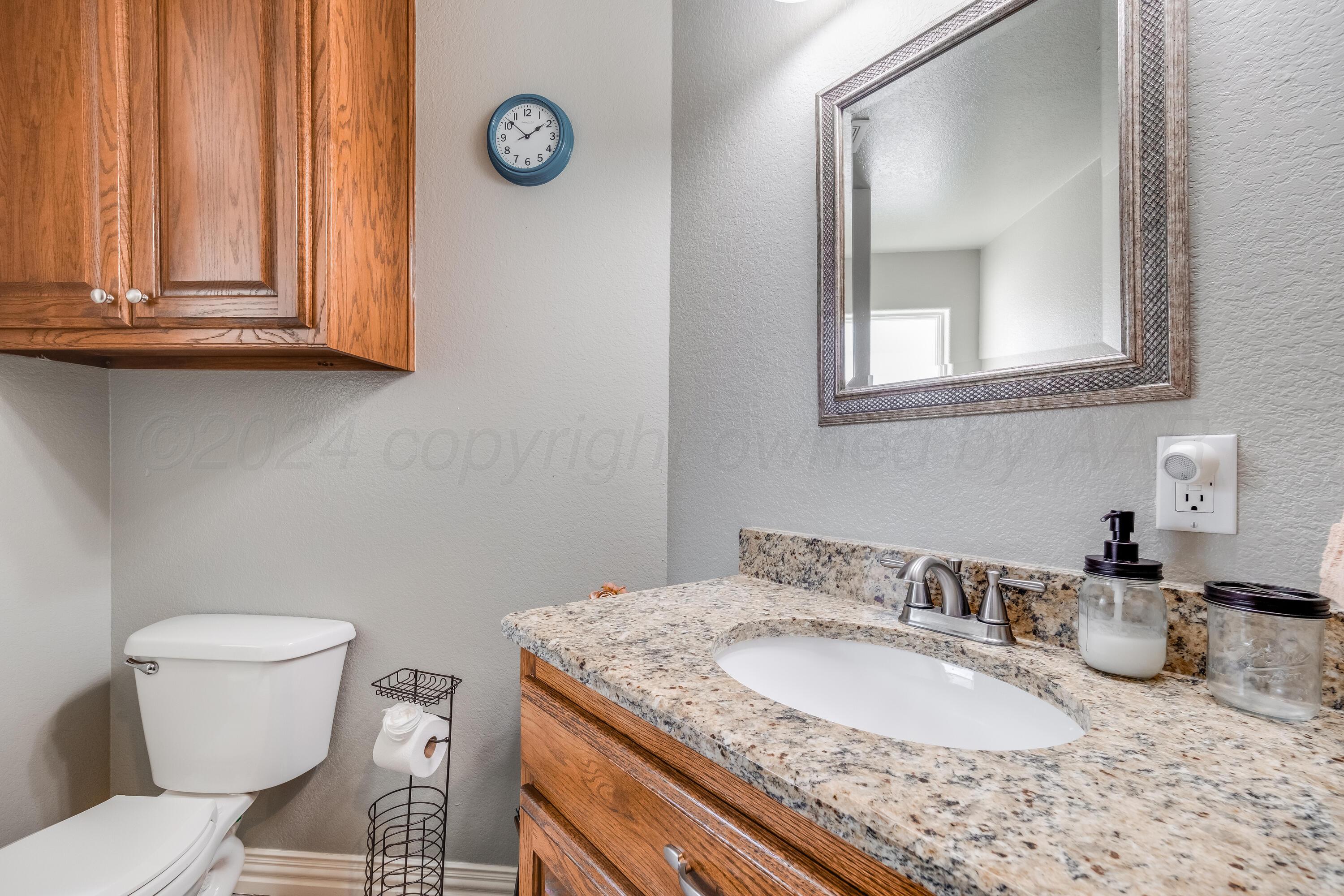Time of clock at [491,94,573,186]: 1:51
